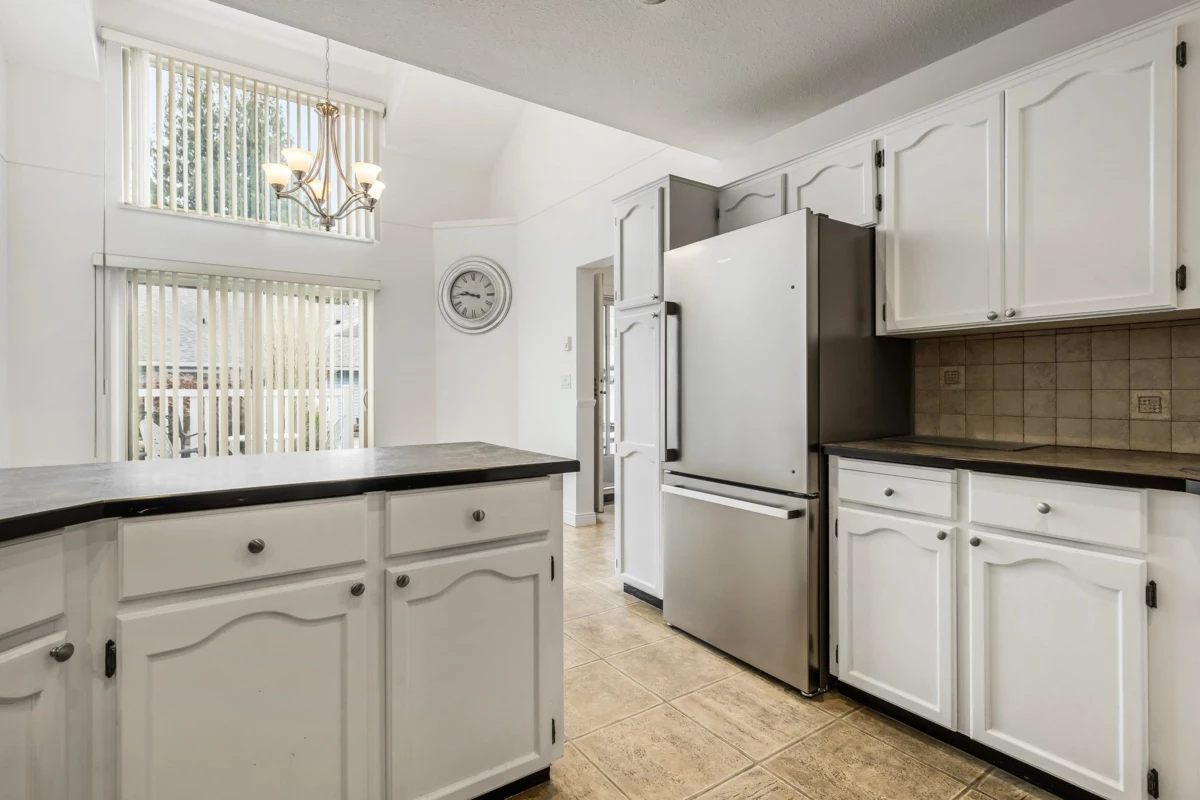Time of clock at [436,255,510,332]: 9:45
